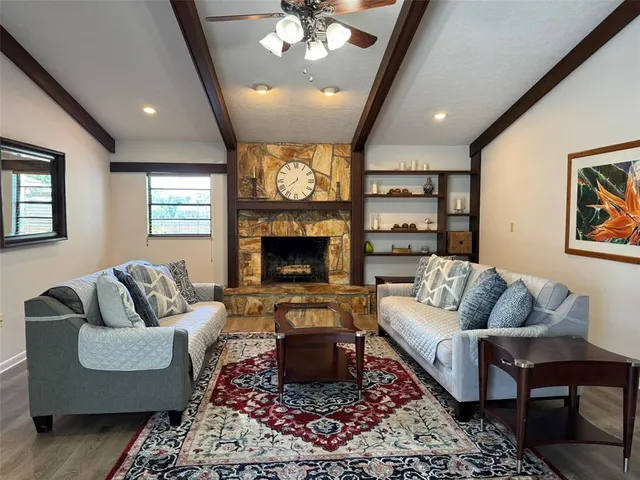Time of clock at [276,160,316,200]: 7:34
